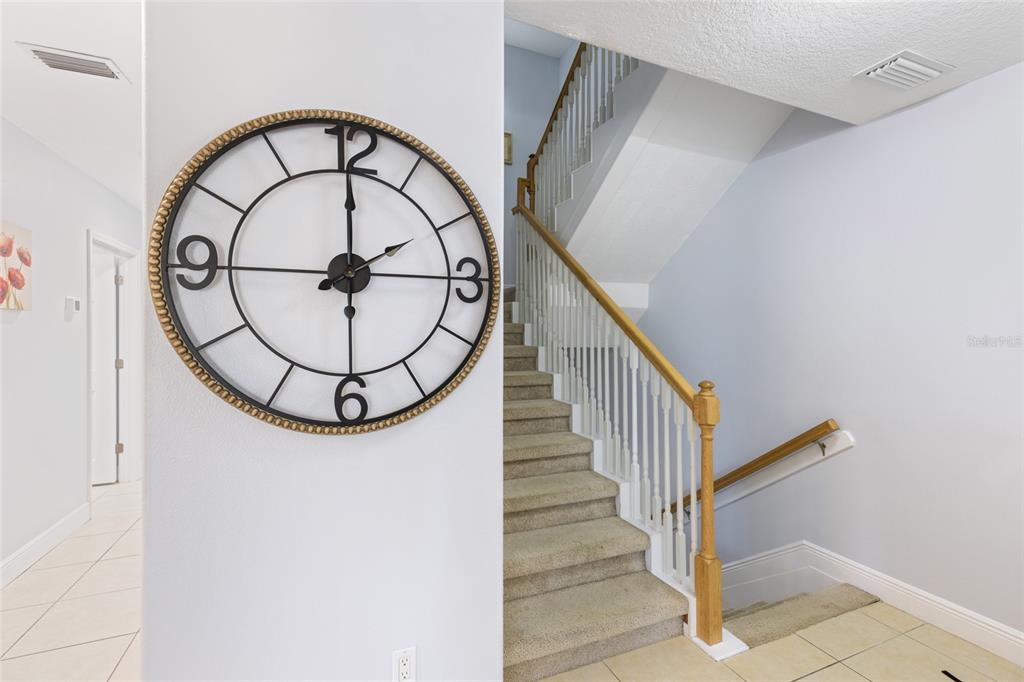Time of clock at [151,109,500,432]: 1:59
